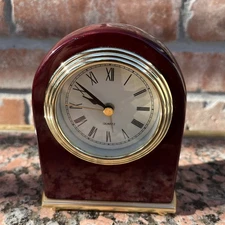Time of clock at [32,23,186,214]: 9:51
